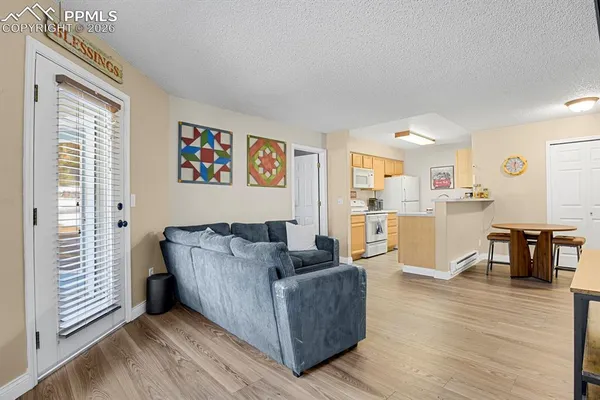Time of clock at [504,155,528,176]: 12:28
